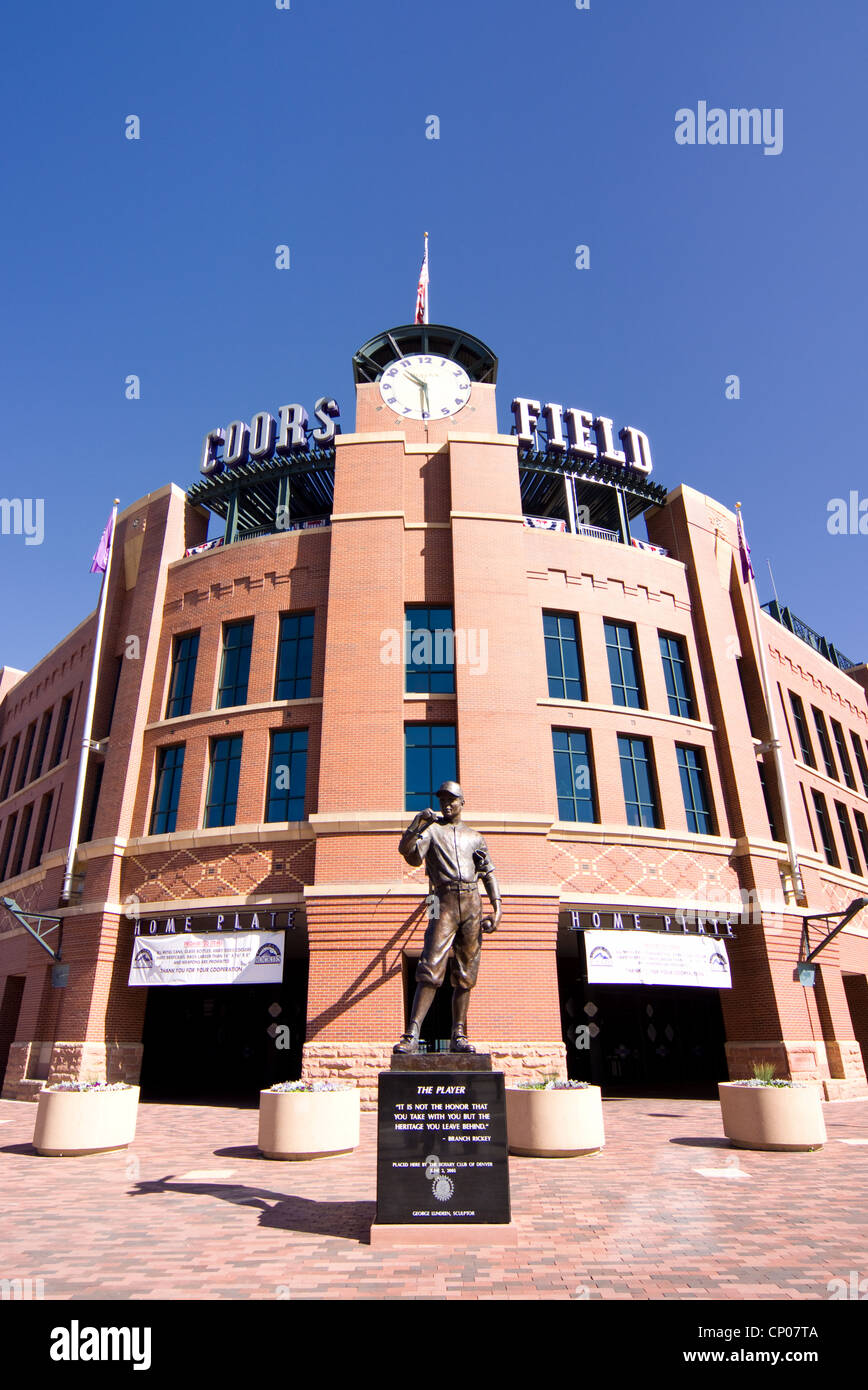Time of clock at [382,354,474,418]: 10:29
